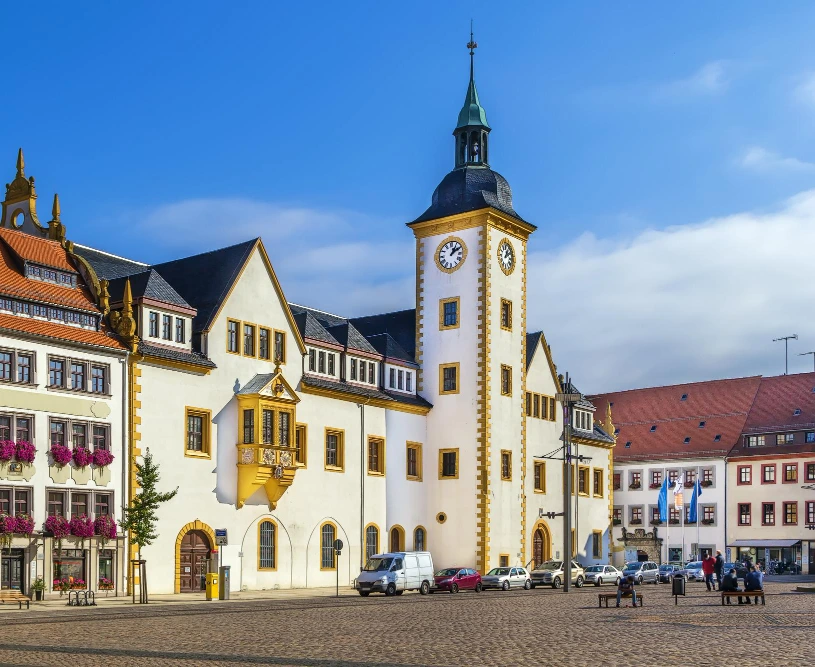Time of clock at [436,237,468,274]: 1:09
